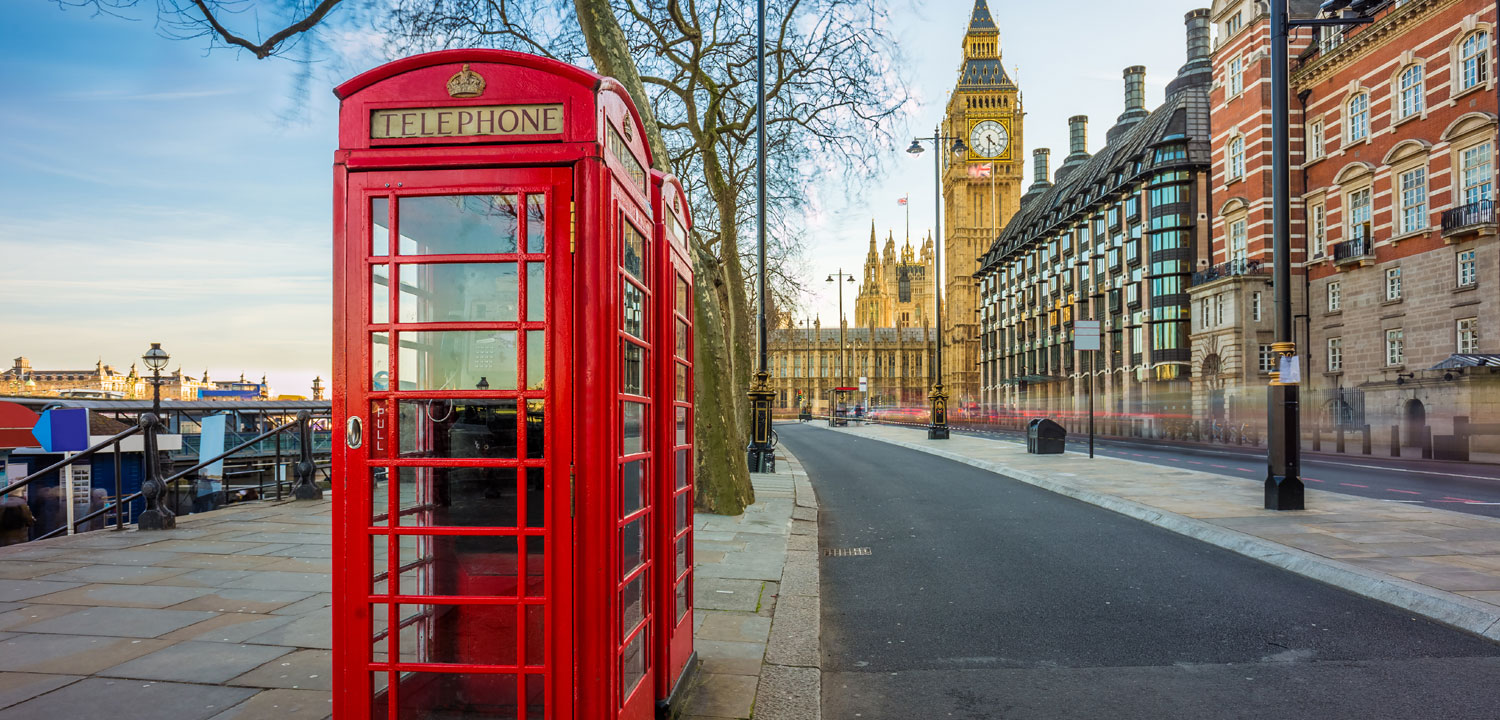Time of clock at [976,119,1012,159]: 4:30
